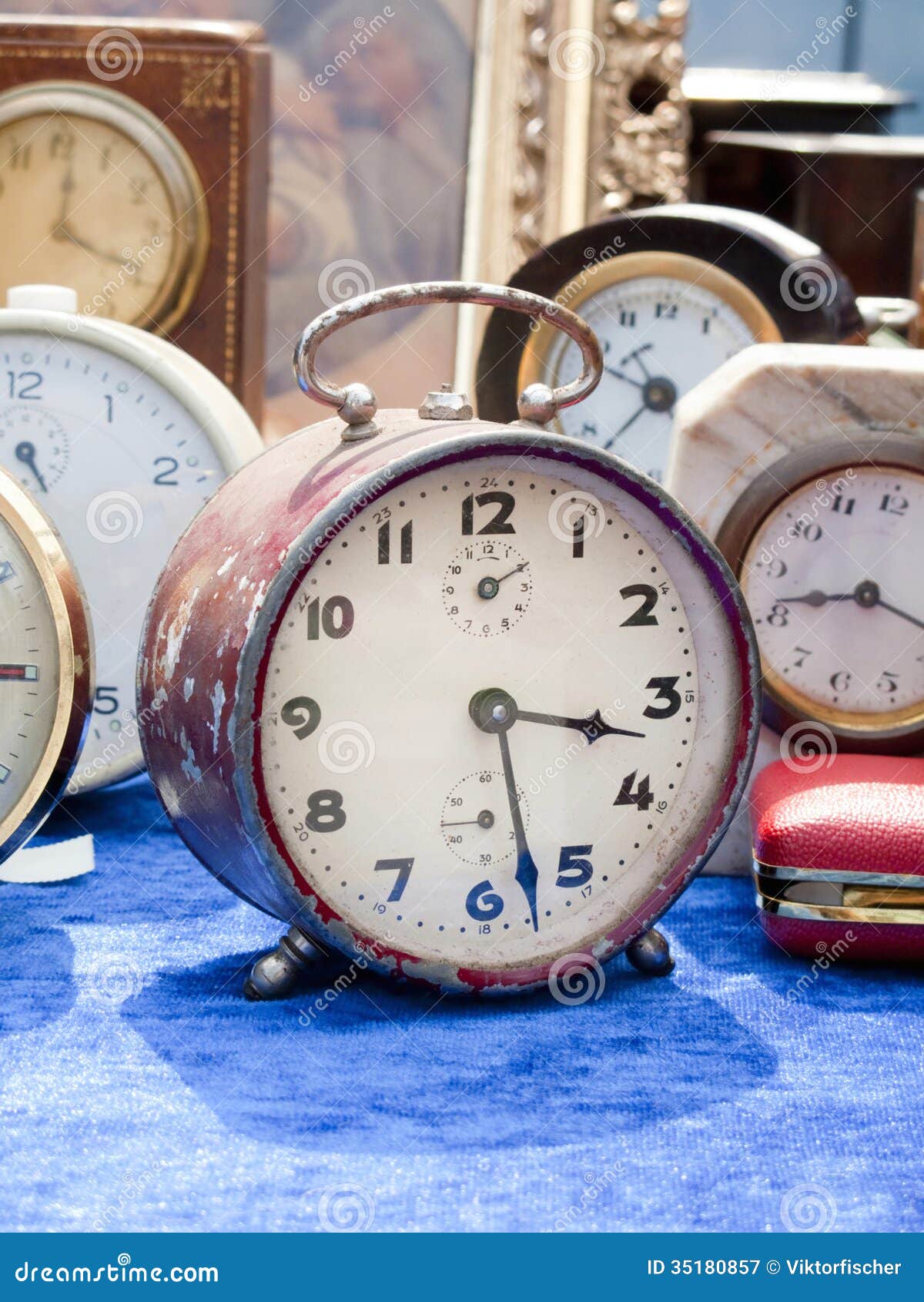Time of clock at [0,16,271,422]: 12:19
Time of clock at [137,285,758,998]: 3:27
